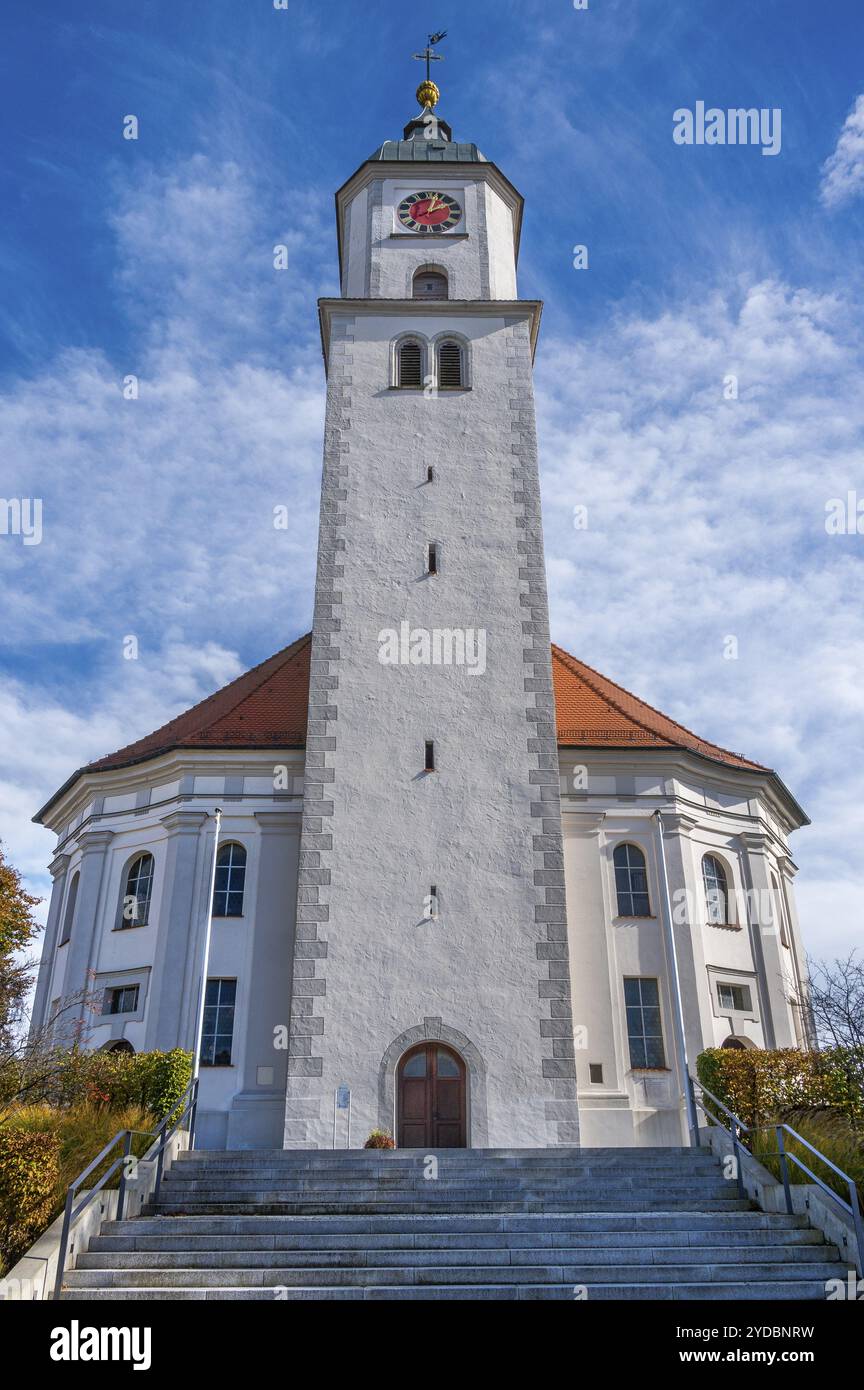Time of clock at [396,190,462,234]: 2:02
